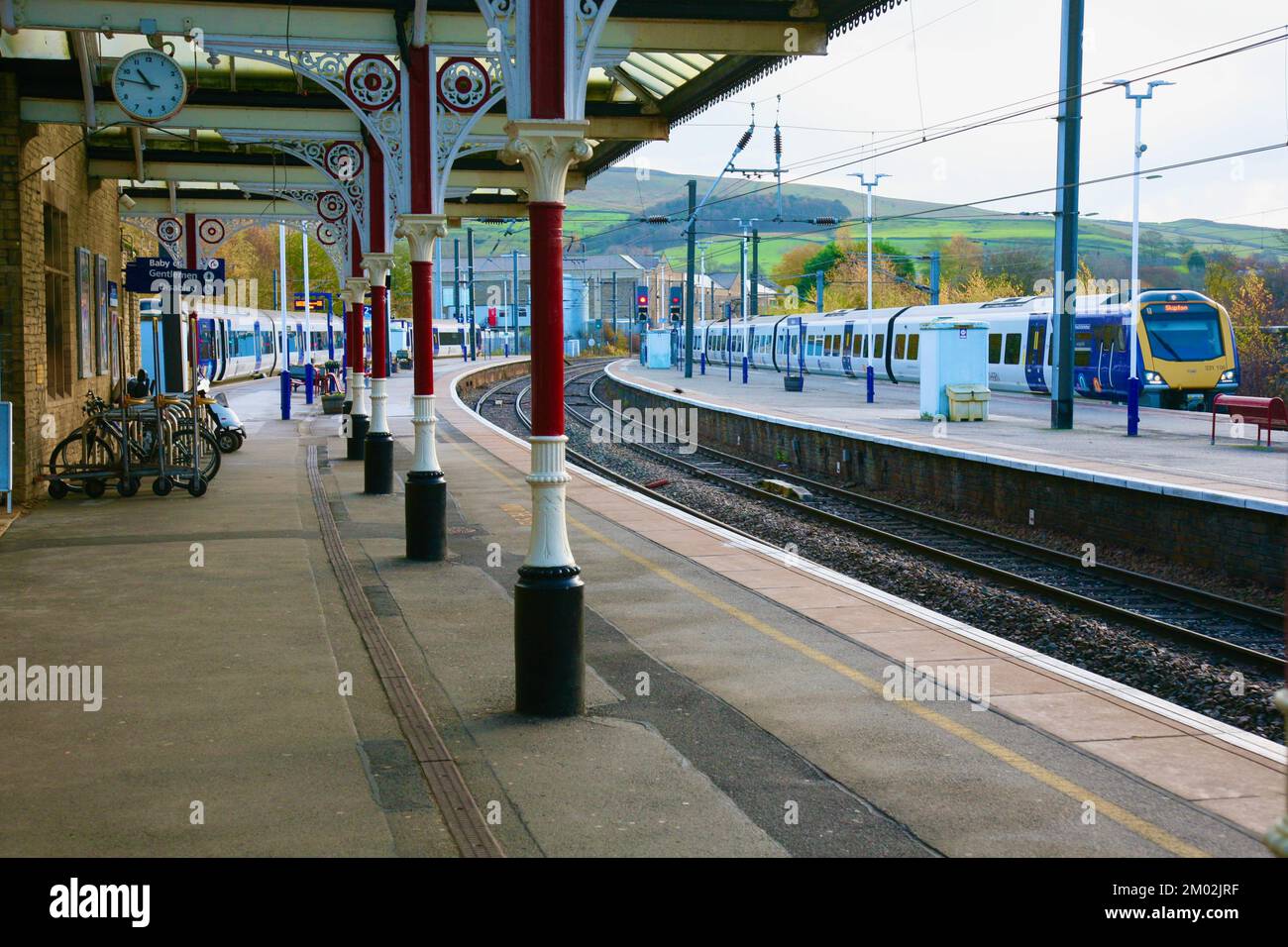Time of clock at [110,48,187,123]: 10:46
